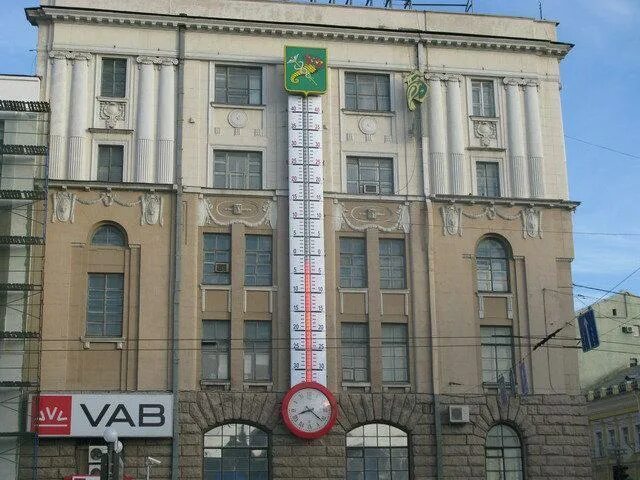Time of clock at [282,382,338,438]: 8:21
